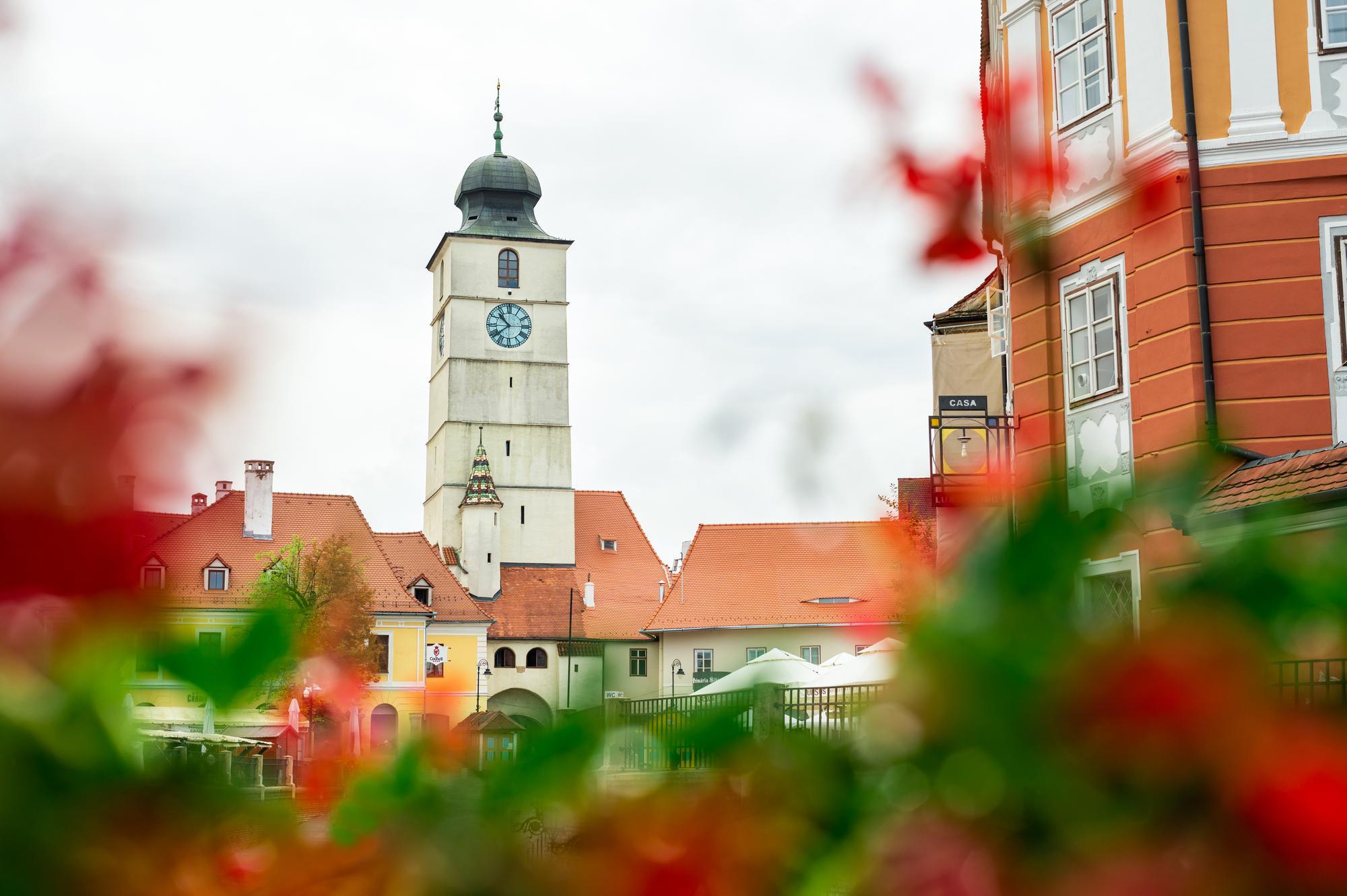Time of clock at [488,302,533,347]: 10:38
